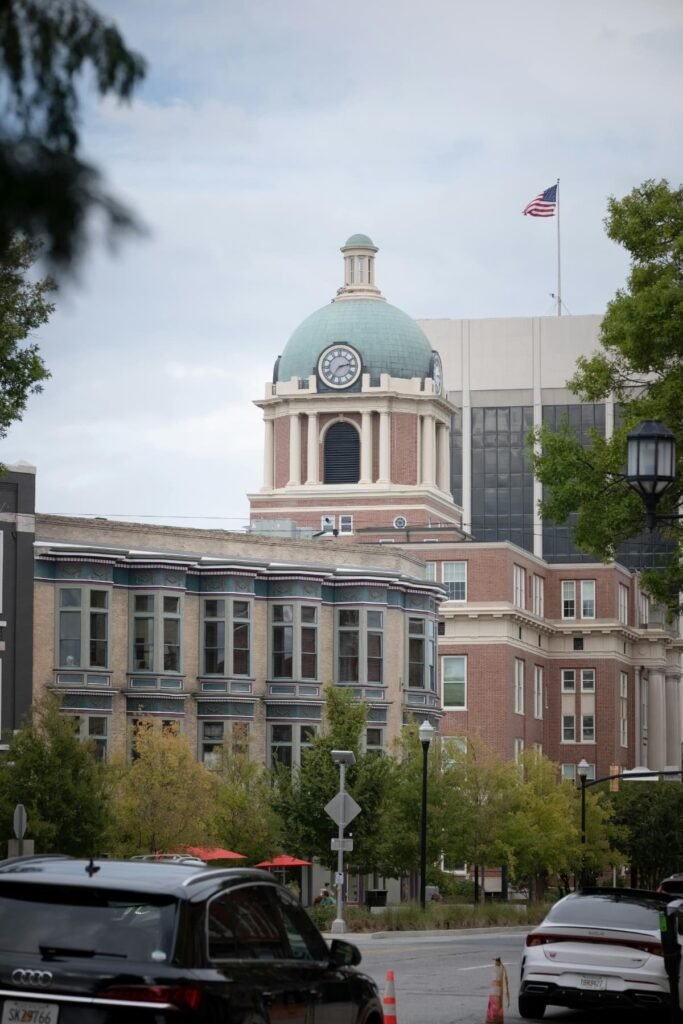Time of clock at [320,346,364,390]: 2:36
